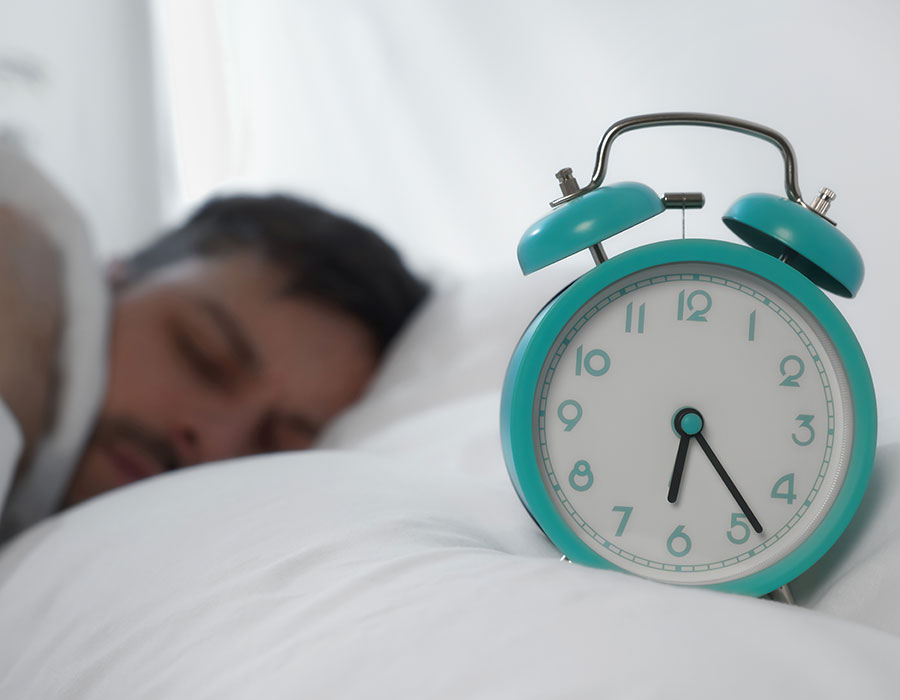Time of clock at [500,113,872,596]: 6:23
